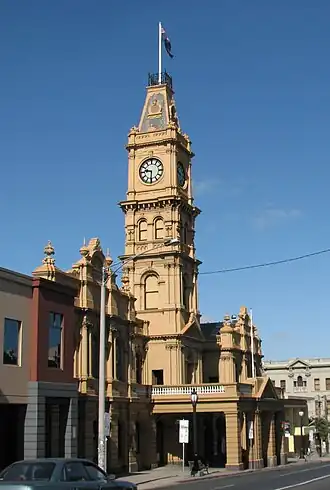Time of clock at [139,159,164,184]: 9:30
